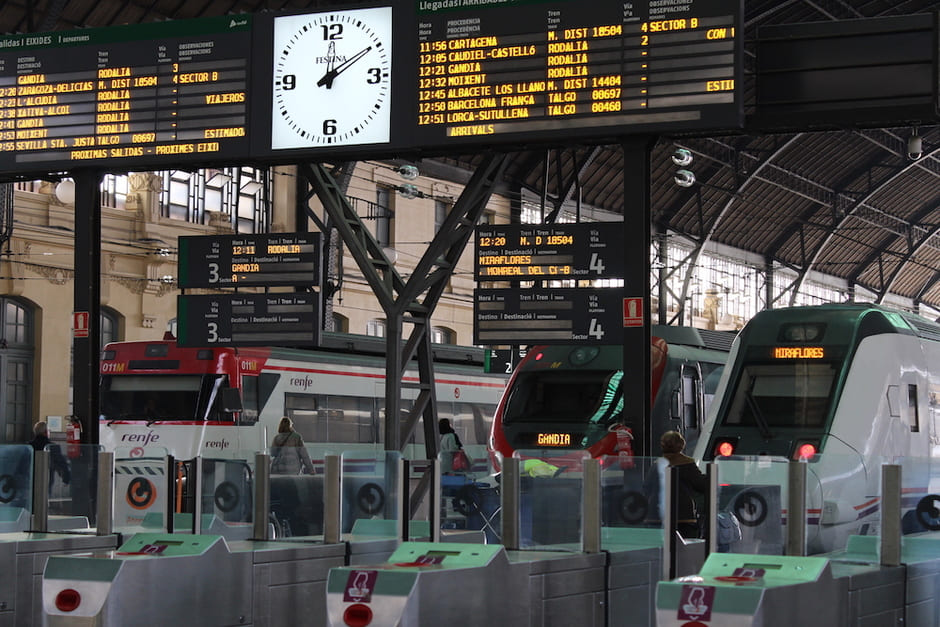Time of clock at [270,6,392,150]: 12:09
